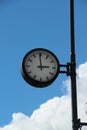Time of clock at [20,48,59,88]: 2:59
